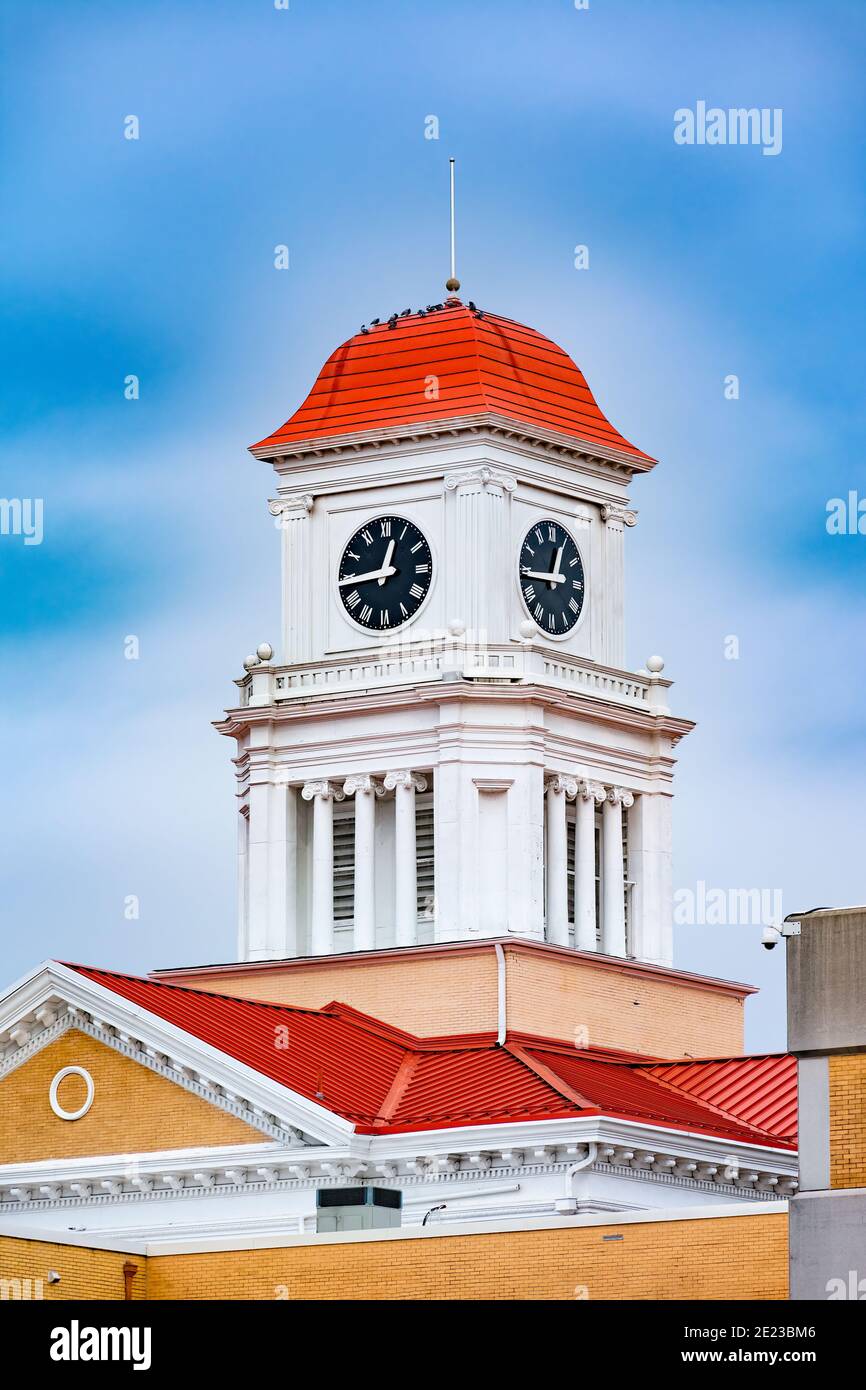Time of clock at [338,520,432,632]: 12:43
